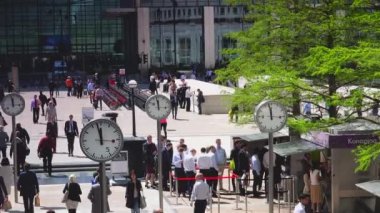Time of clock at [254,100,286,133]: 11:58
